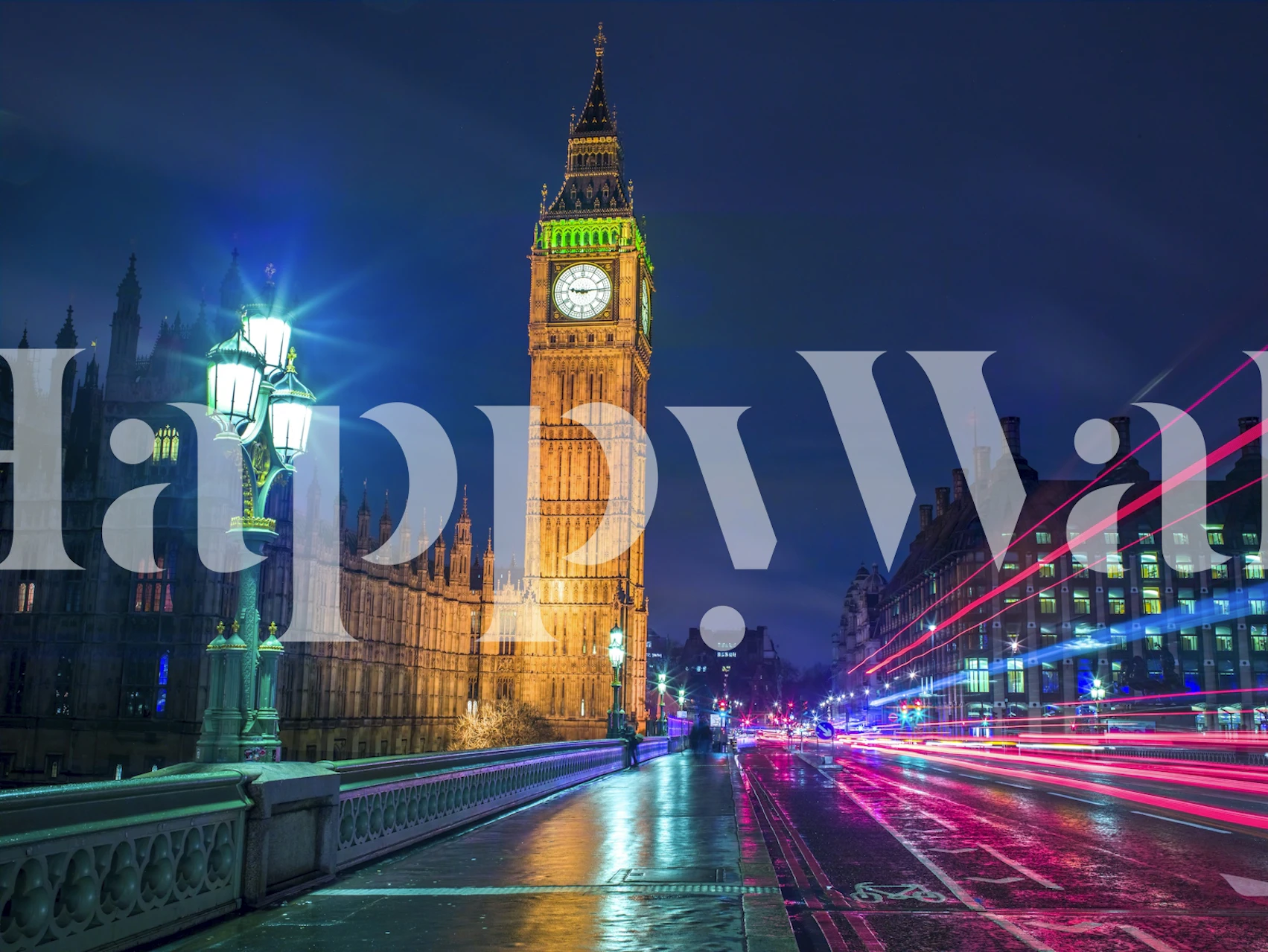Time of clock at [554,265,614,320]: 9:13
